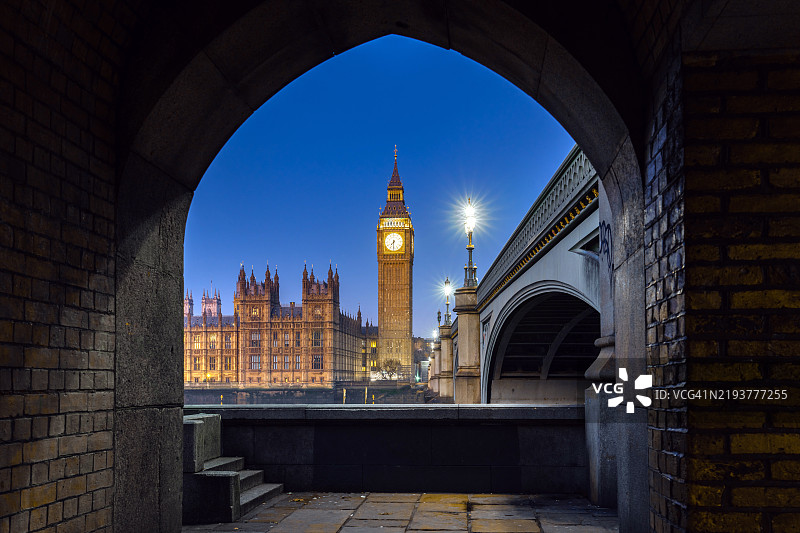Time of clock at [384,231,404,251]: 7:30
